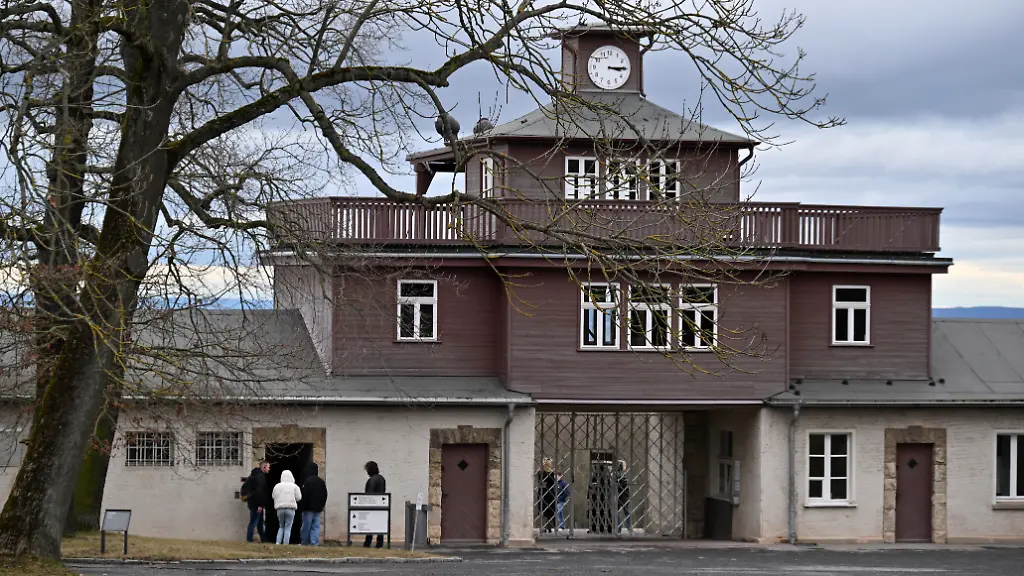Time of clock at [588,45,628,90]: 3:14
